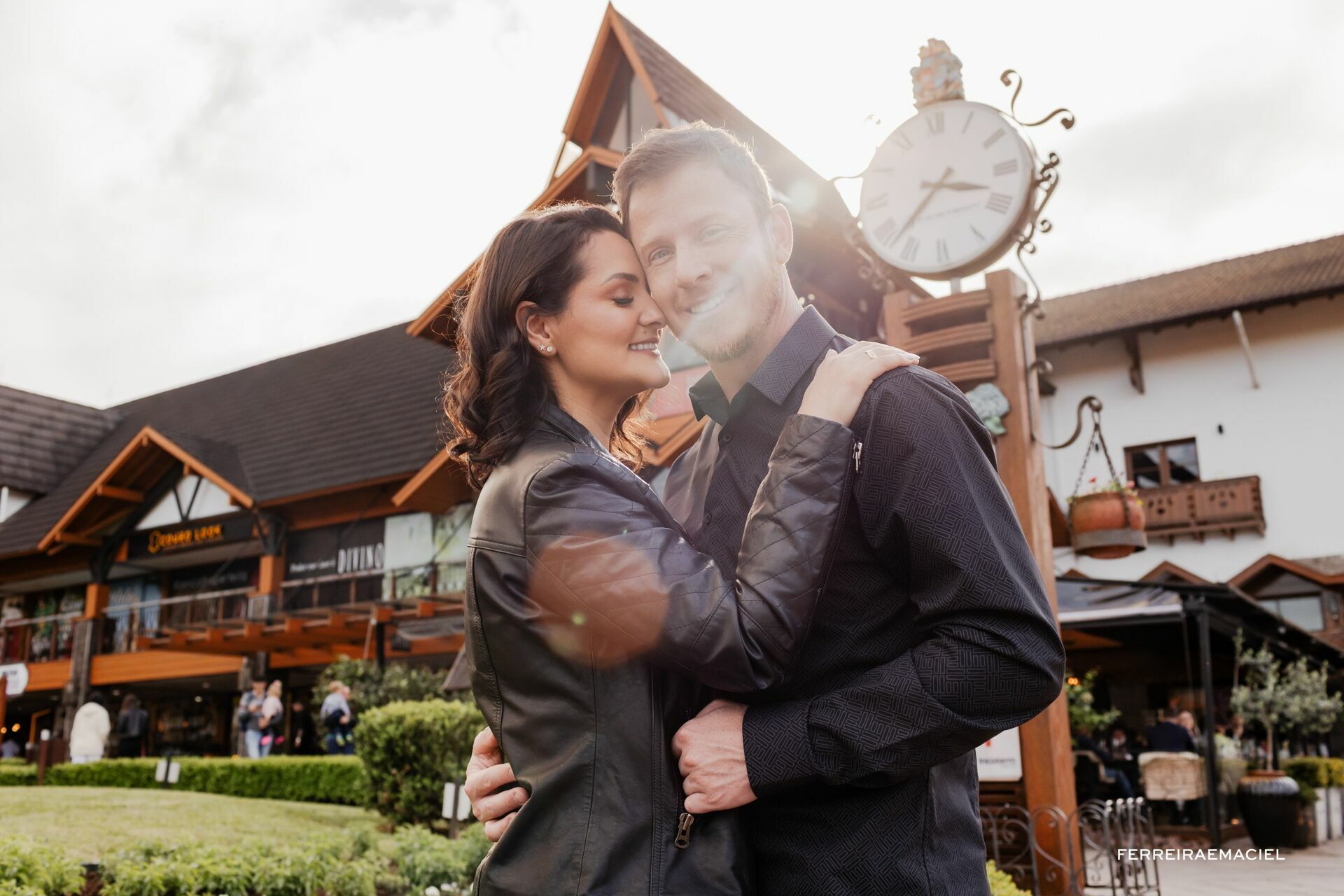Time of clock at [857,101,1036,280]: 3:37
